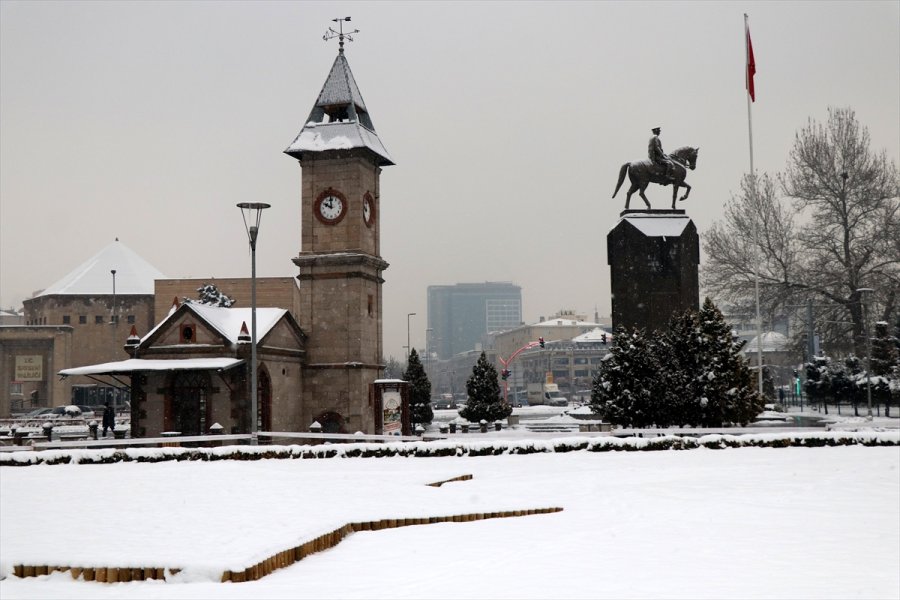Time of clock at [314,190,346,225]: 9:59
